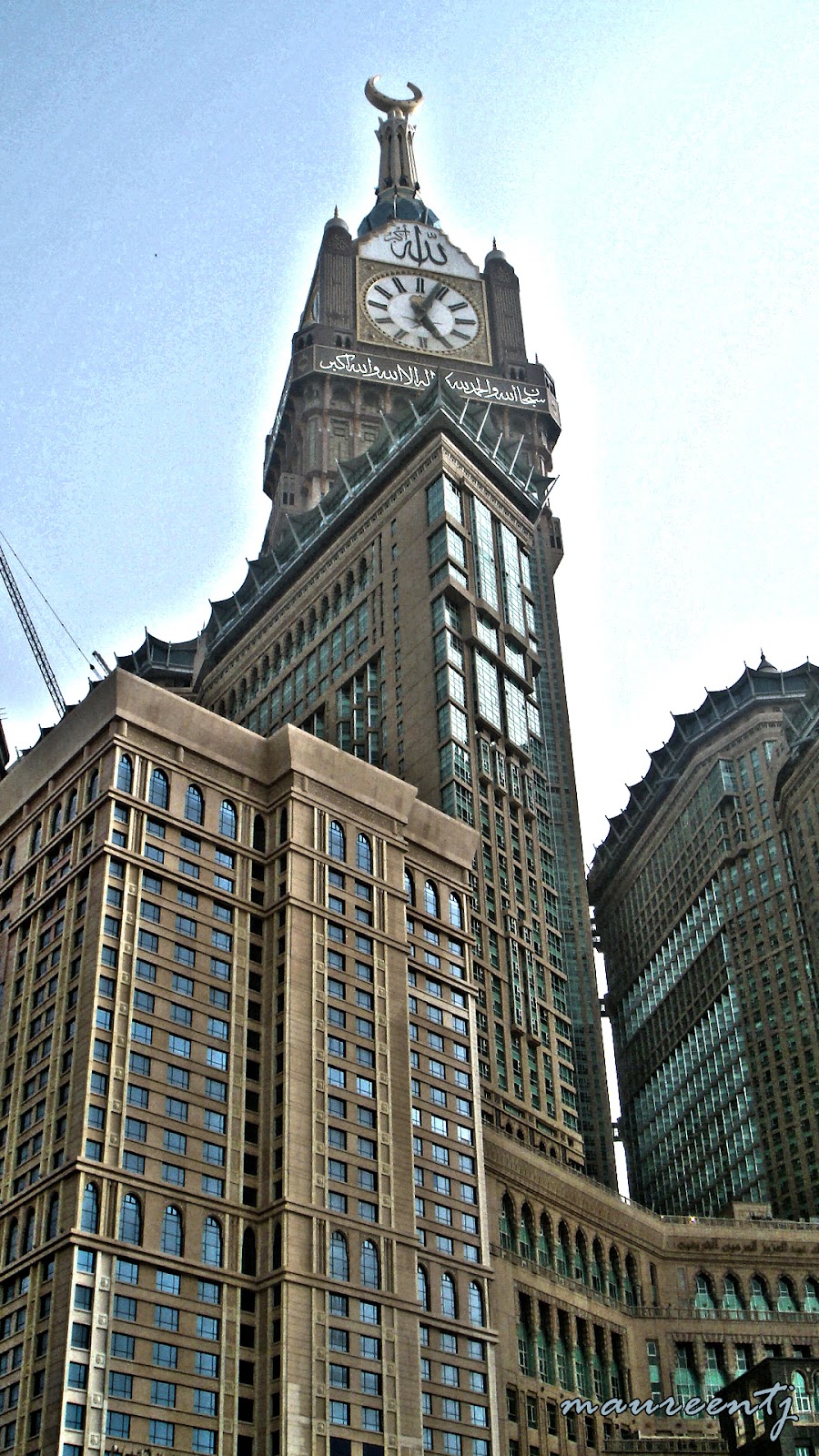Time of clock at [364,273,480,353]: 5:03
